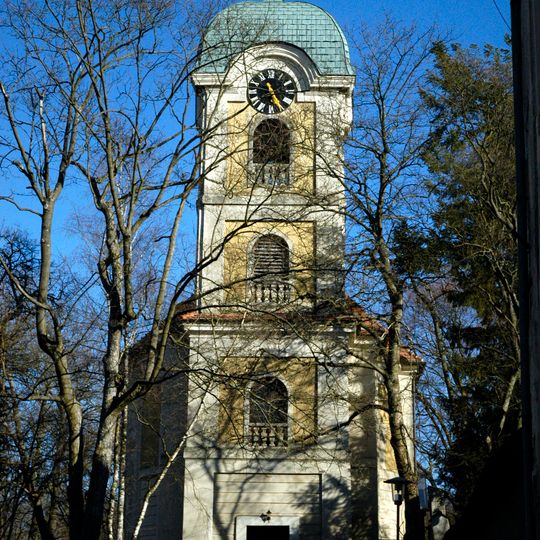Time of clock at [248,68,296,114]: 11:25
